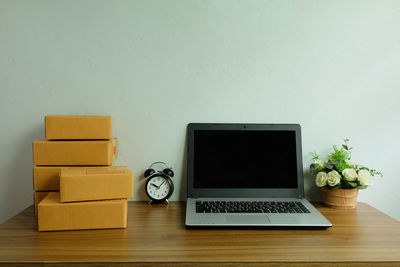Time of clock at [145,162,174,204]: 10:07
